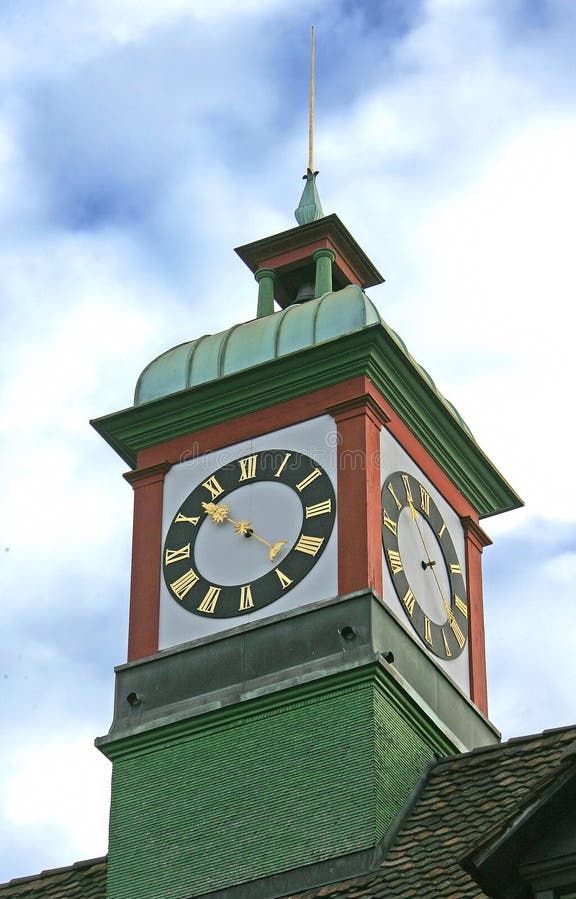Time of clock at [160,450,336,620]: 10:22
